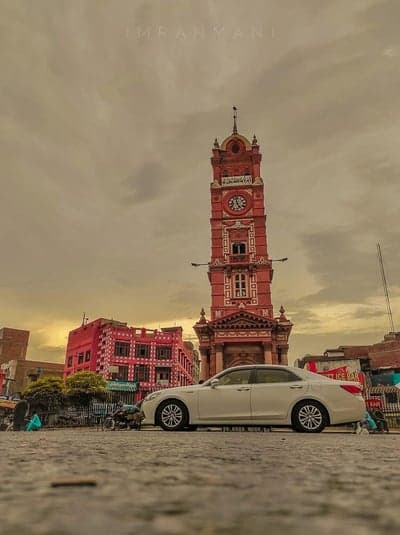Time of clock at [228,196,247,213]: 4:57
